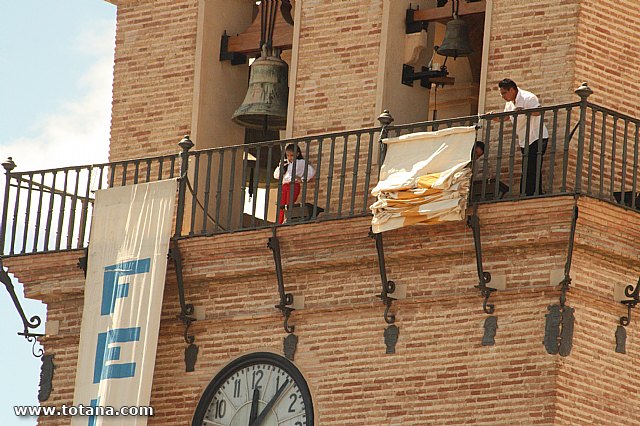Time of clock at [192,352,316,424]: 12:06
